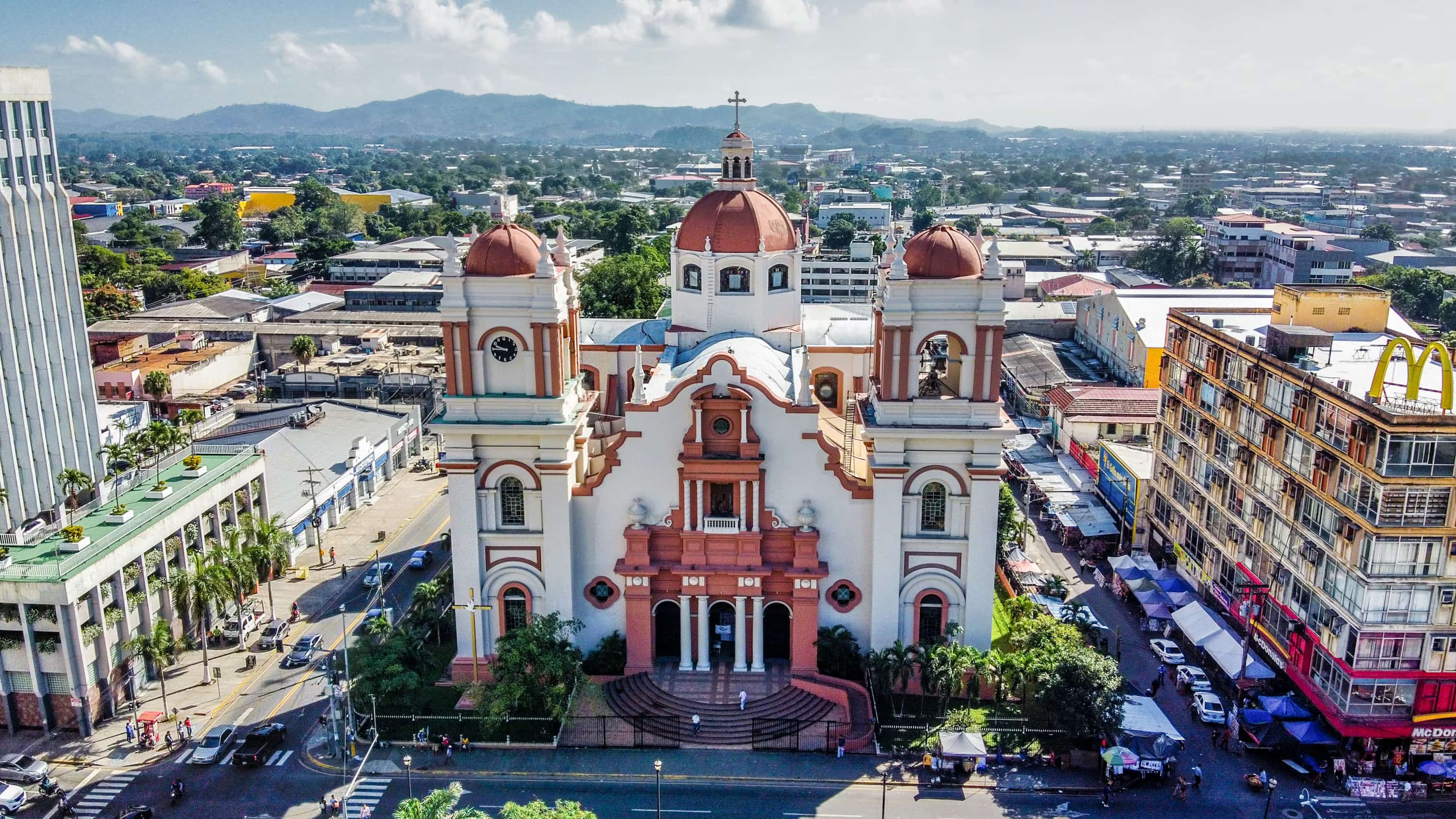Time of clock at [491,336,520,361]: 9:45
